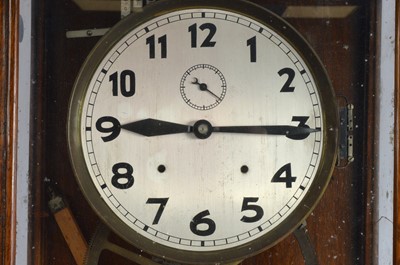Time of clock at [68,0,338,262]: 9:15
